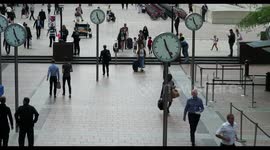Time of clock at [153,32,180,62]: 11:25
